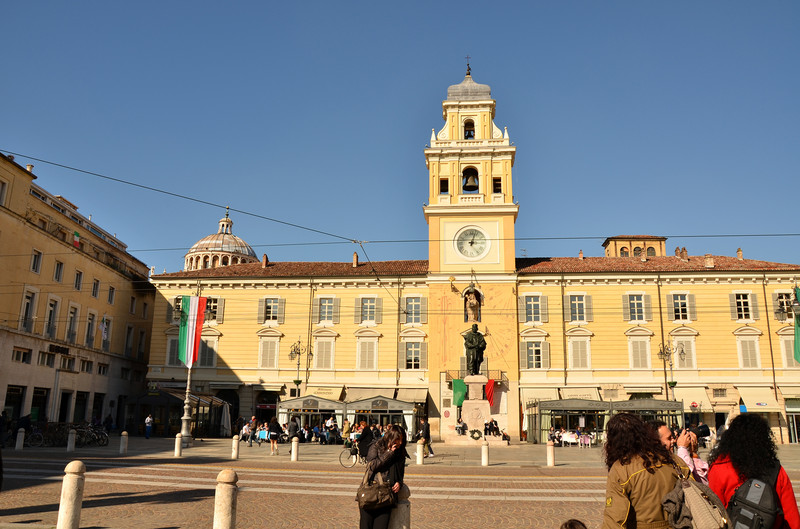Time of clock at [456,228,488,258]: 3:02
